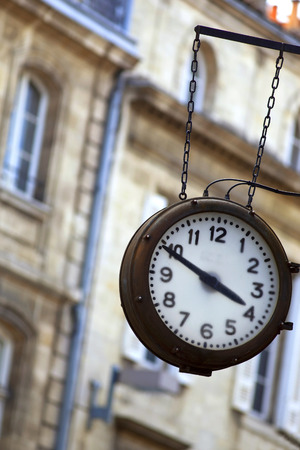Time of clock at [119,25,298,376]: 3:49
